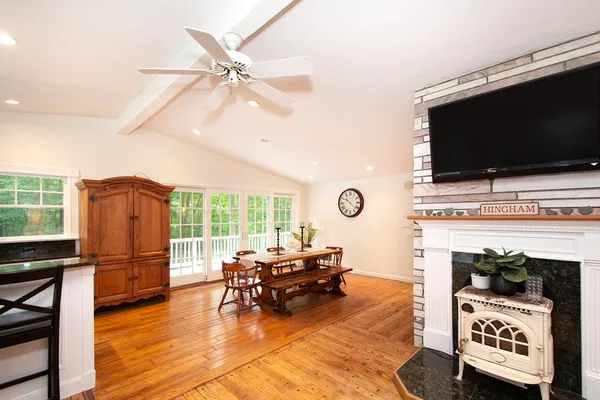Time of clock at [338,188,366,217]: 10:21
